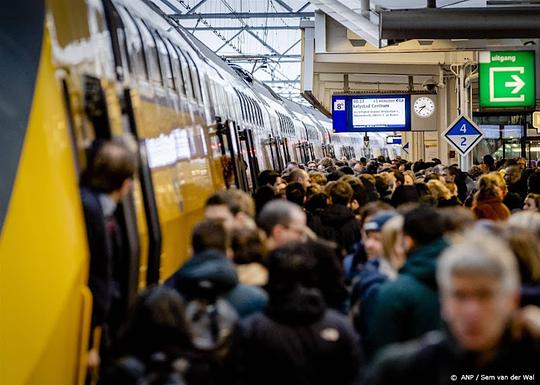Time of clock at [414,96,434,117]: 8:37
